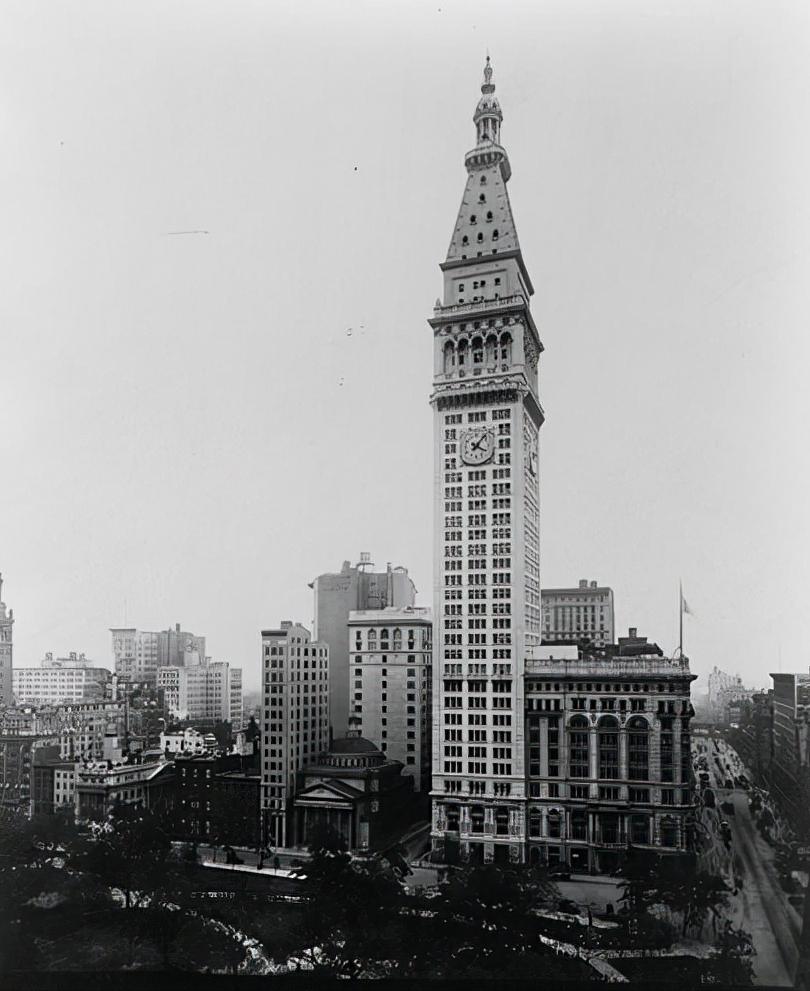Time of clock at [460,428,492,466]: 4:07
